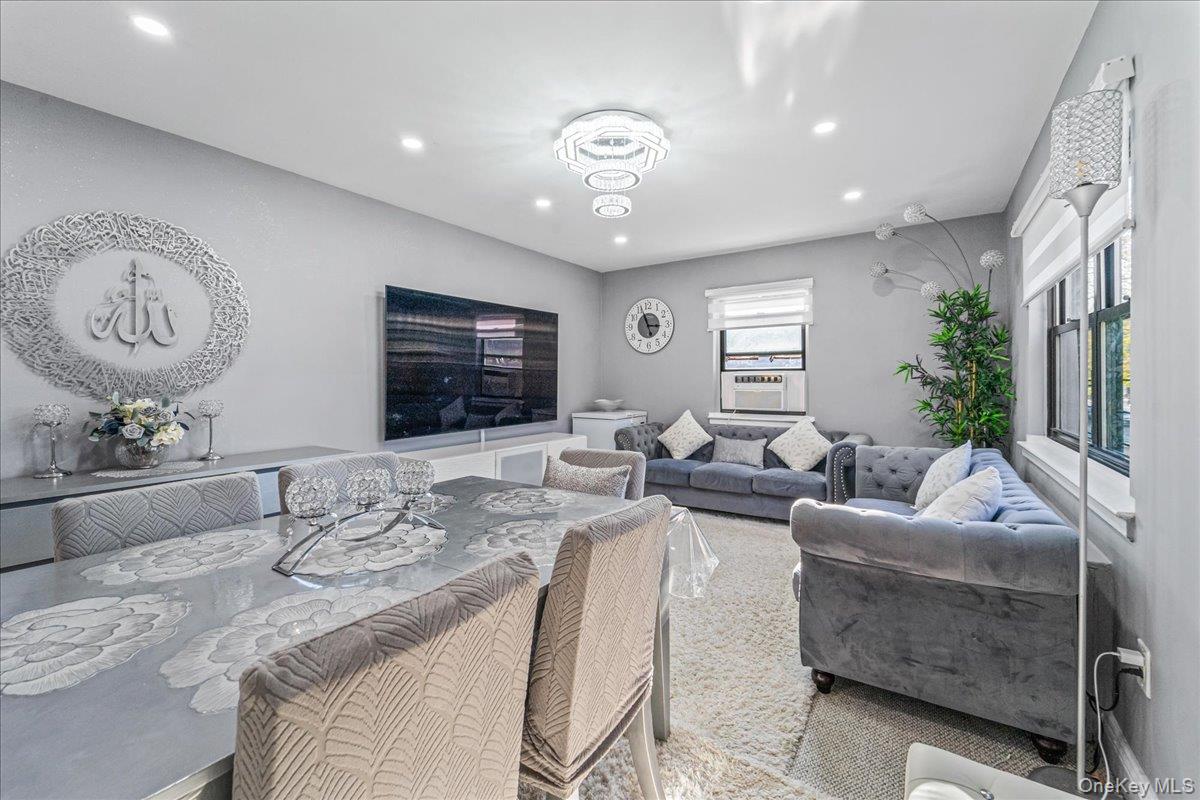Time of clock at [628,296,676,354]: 2:56
